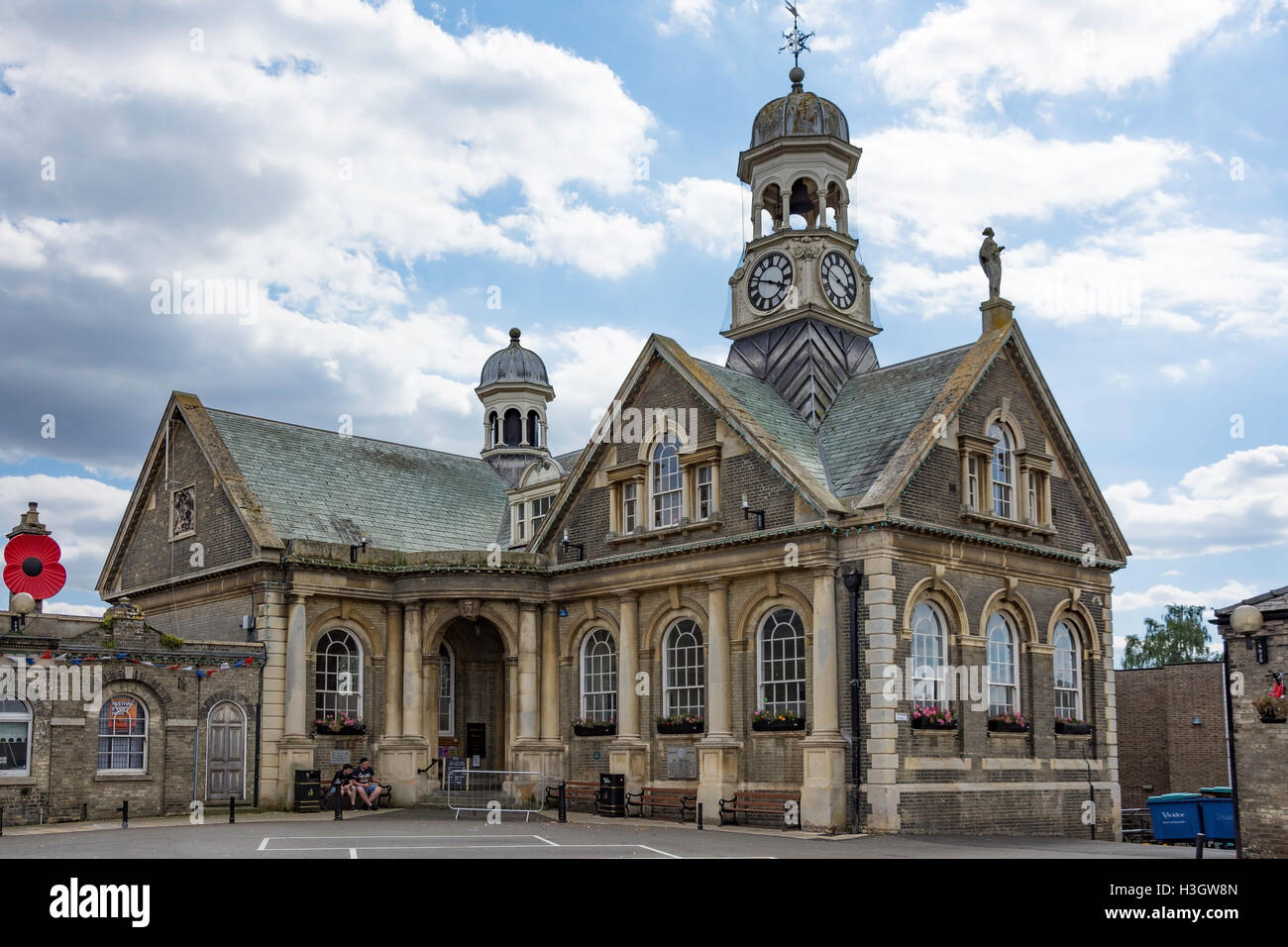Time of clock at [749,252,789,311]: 3:47
